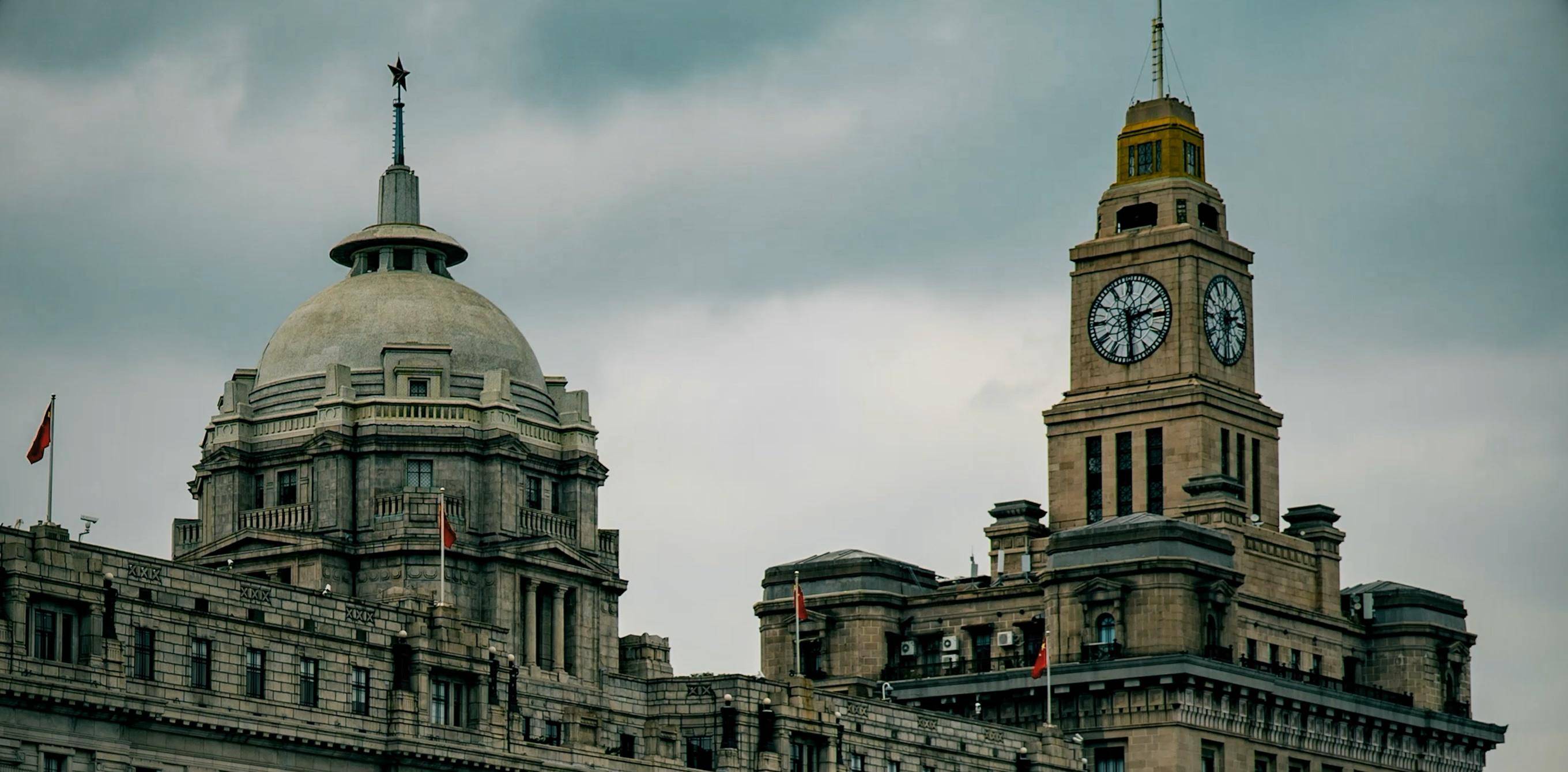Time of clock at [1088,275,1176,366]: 2:29
